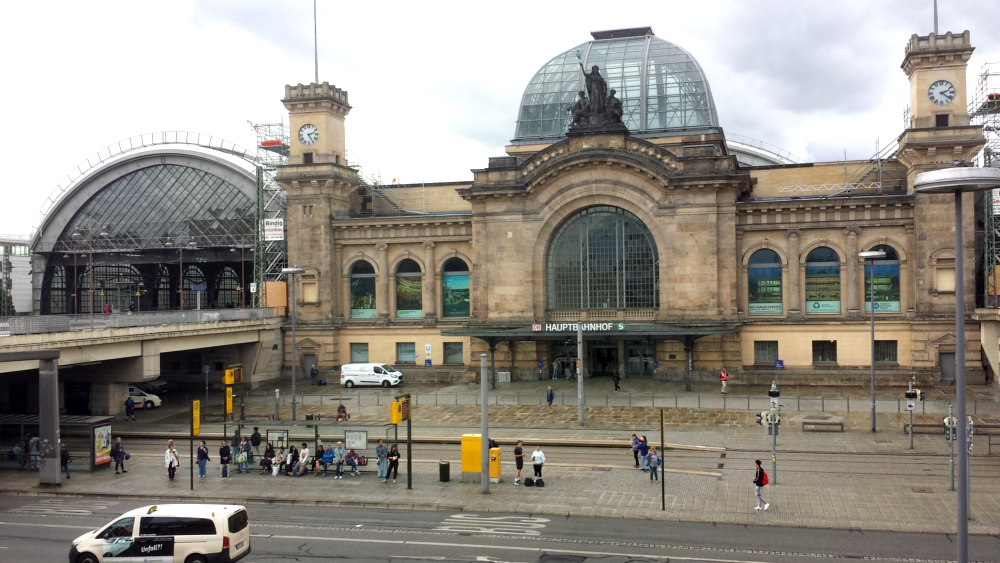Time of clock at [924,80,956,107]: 2:21
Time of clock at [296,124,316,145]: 2:25
